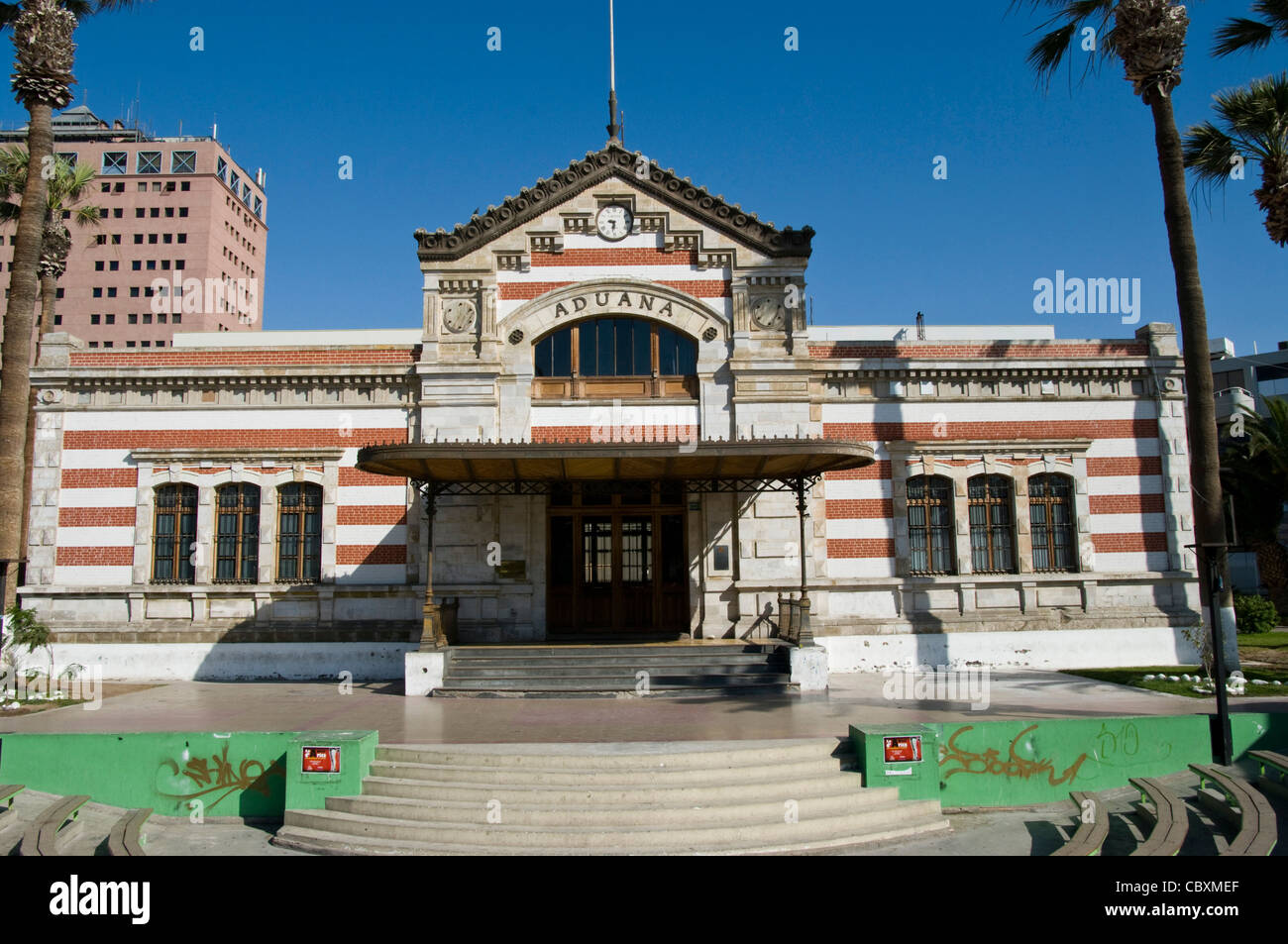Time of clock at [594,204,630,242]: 9:31
